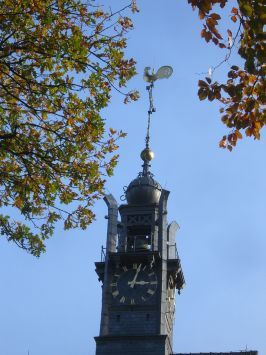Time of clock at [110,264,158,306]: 3:02
